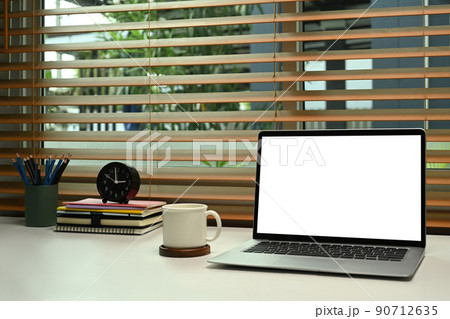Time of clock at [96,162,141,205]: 2:50
